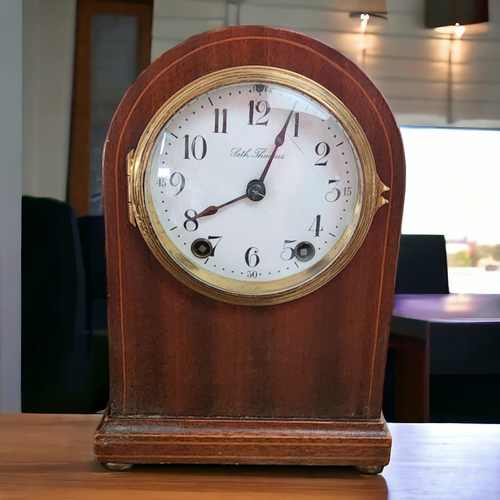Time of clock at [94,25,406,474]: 8:04
